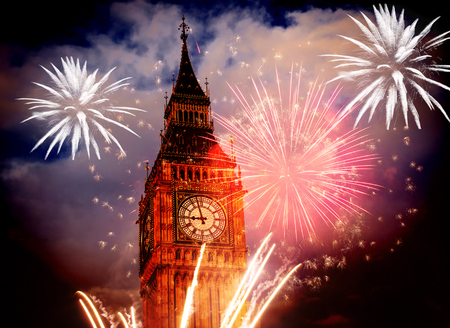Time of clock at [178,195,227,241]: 8:57
